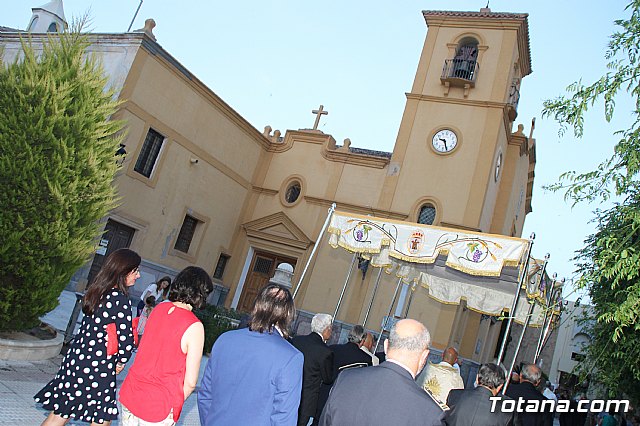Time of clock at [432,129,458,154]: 9:26
